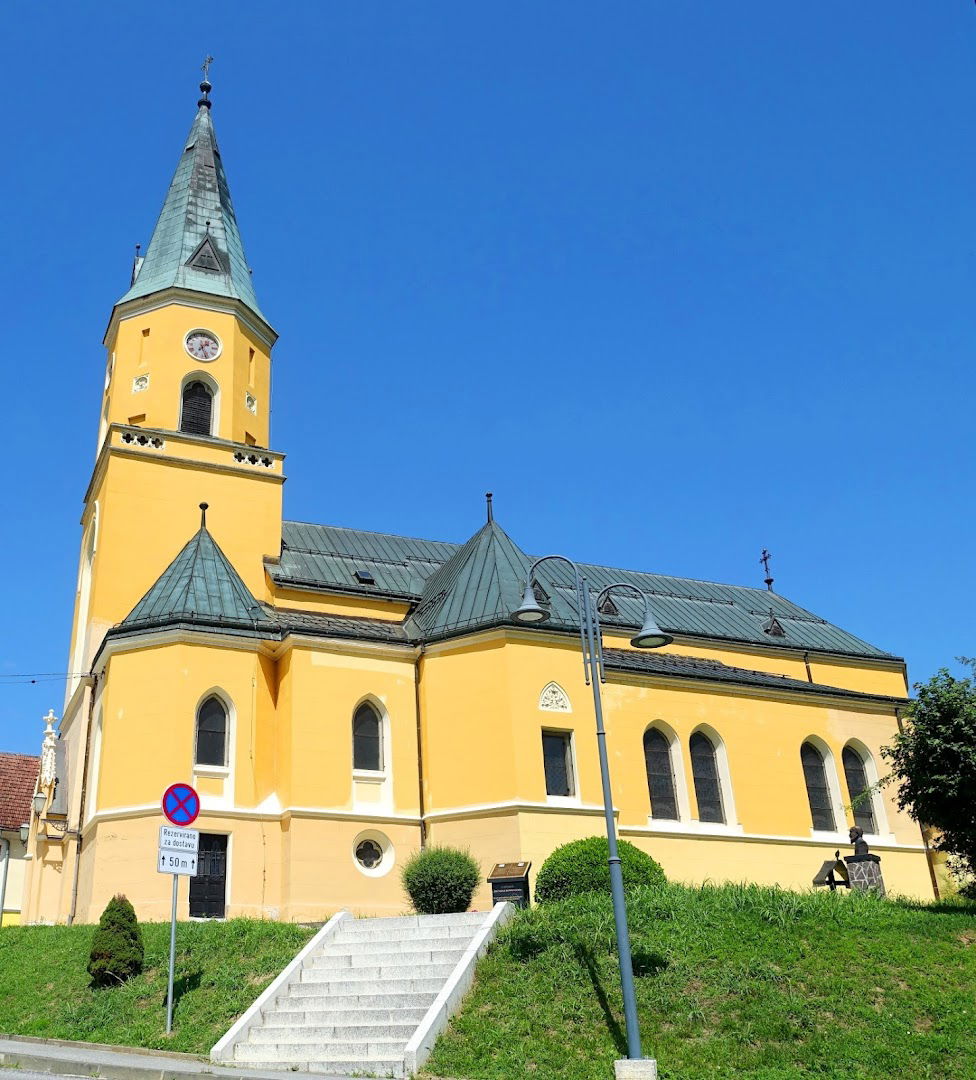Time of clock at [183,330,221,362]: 1:26
